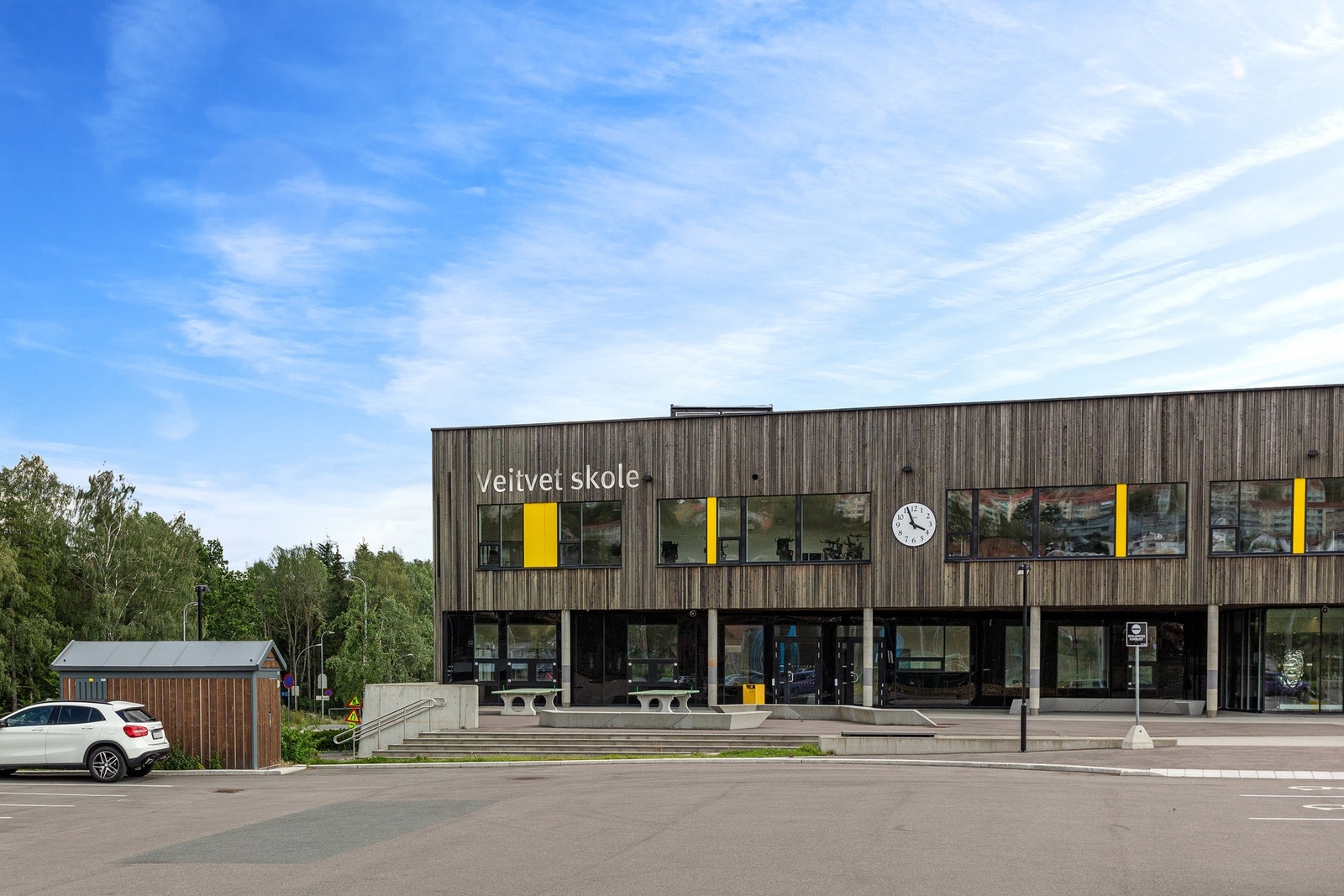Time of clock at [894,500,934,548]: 3:56
